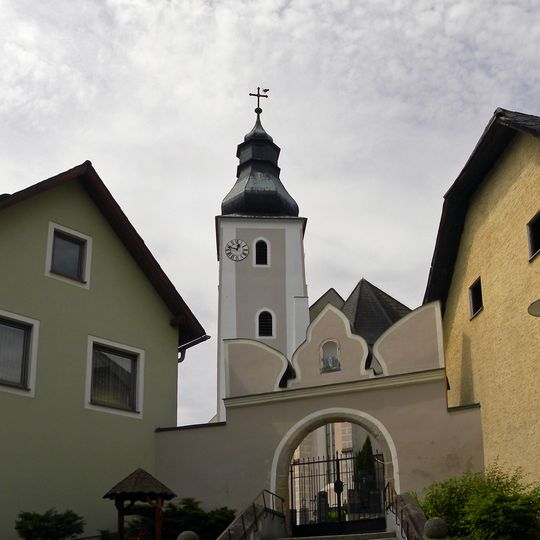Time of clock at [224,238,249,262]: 12:47
